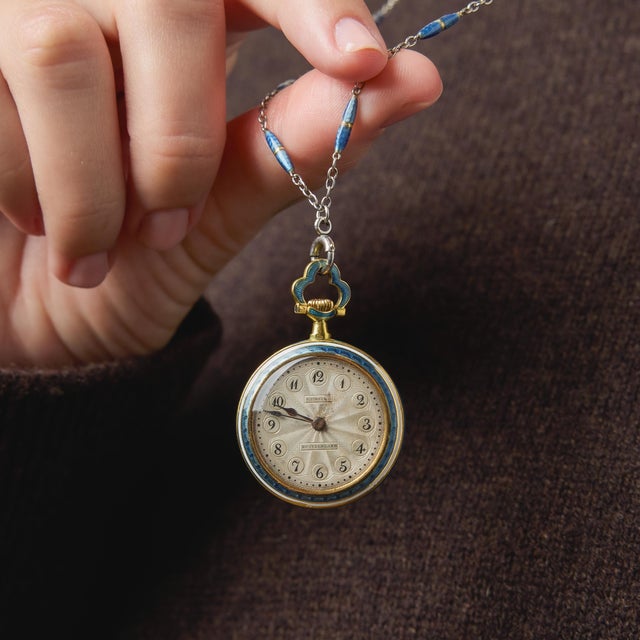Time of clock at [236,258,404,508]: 9:47
